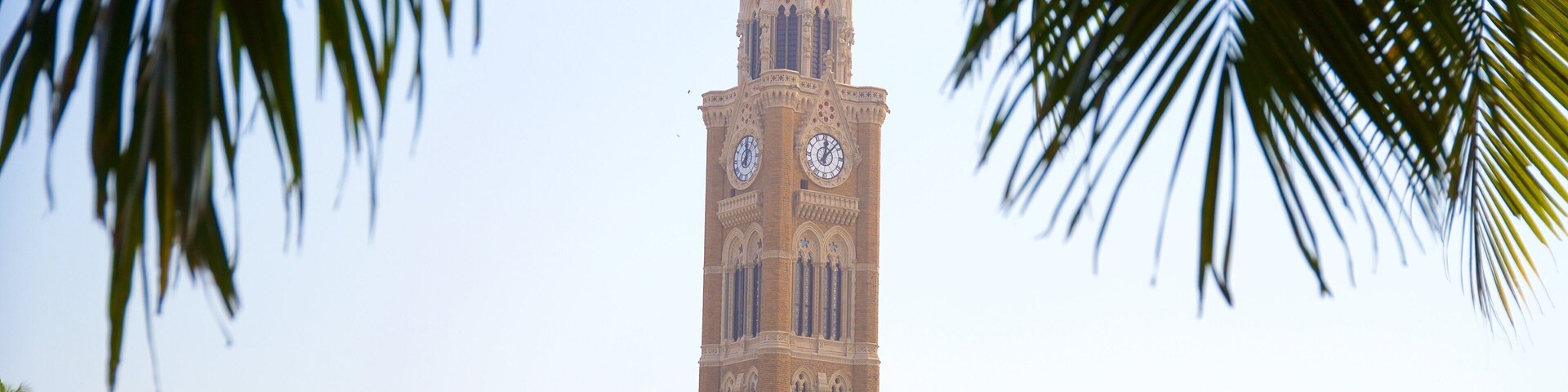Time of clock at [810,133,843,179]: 12:07
